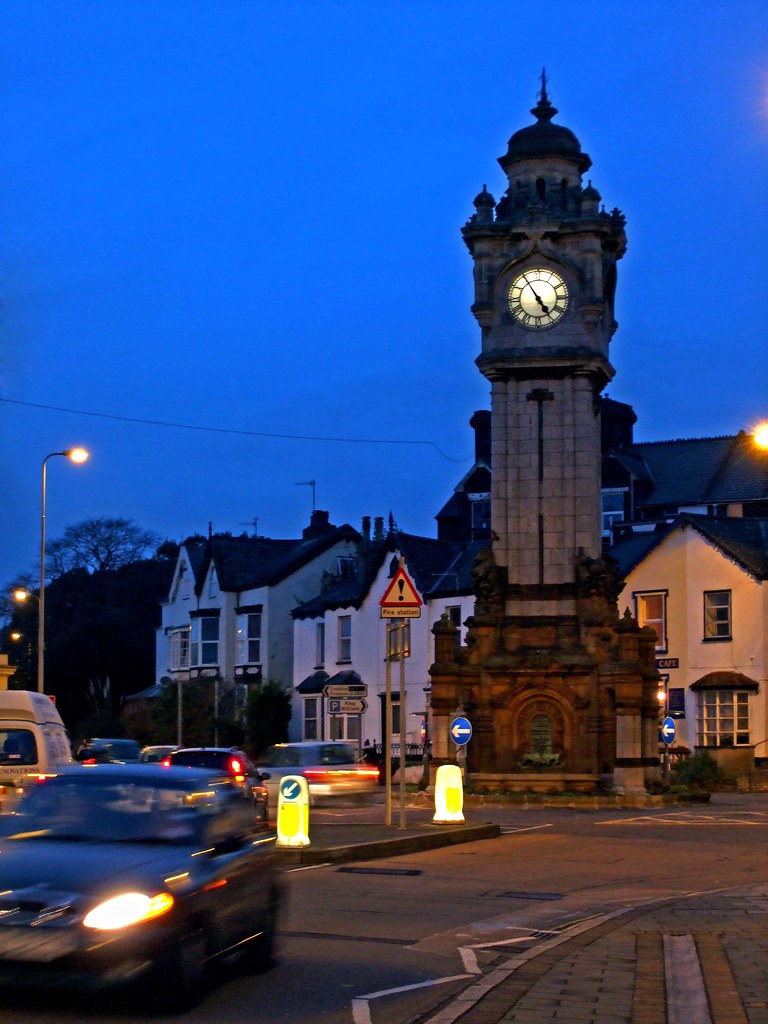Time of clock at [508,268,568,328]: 4:54
